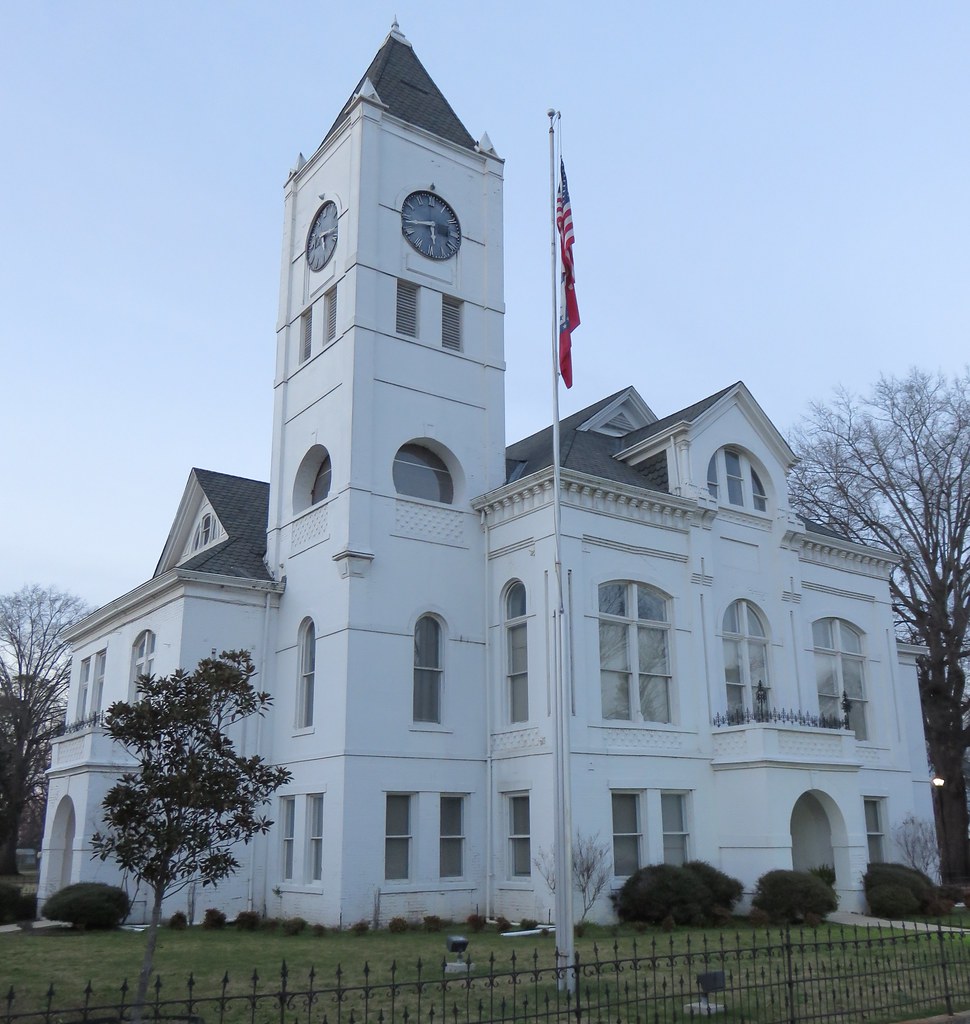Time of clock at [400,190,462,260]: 5:43
